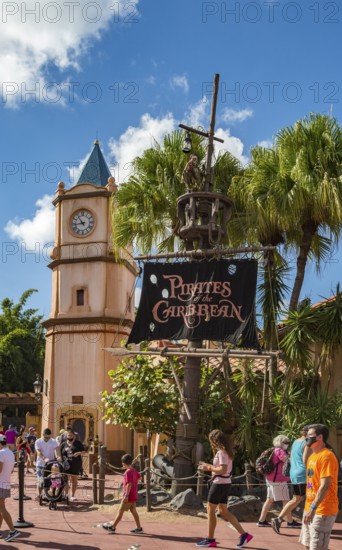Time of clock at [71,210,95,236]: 10:43
